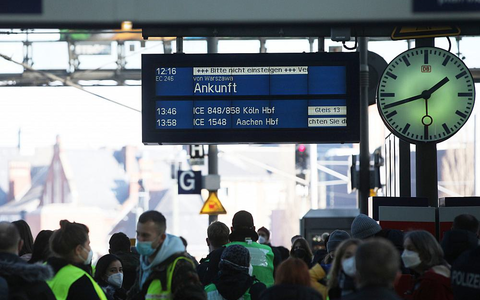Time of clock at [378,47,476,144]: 1:42
